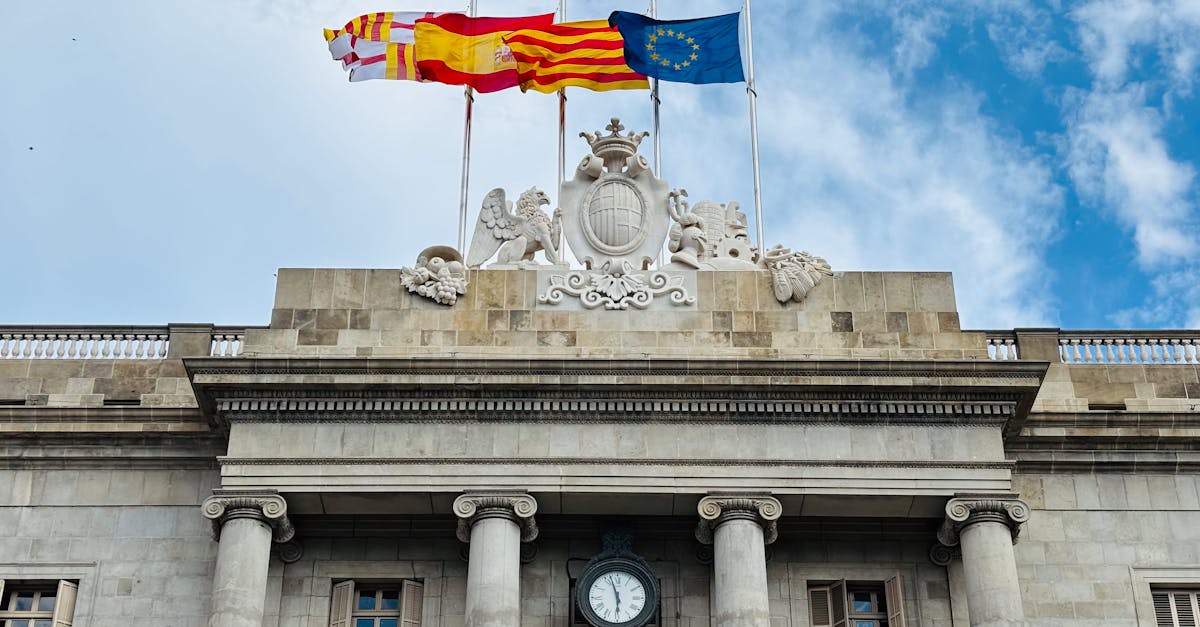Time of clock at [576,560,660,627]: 5:57
